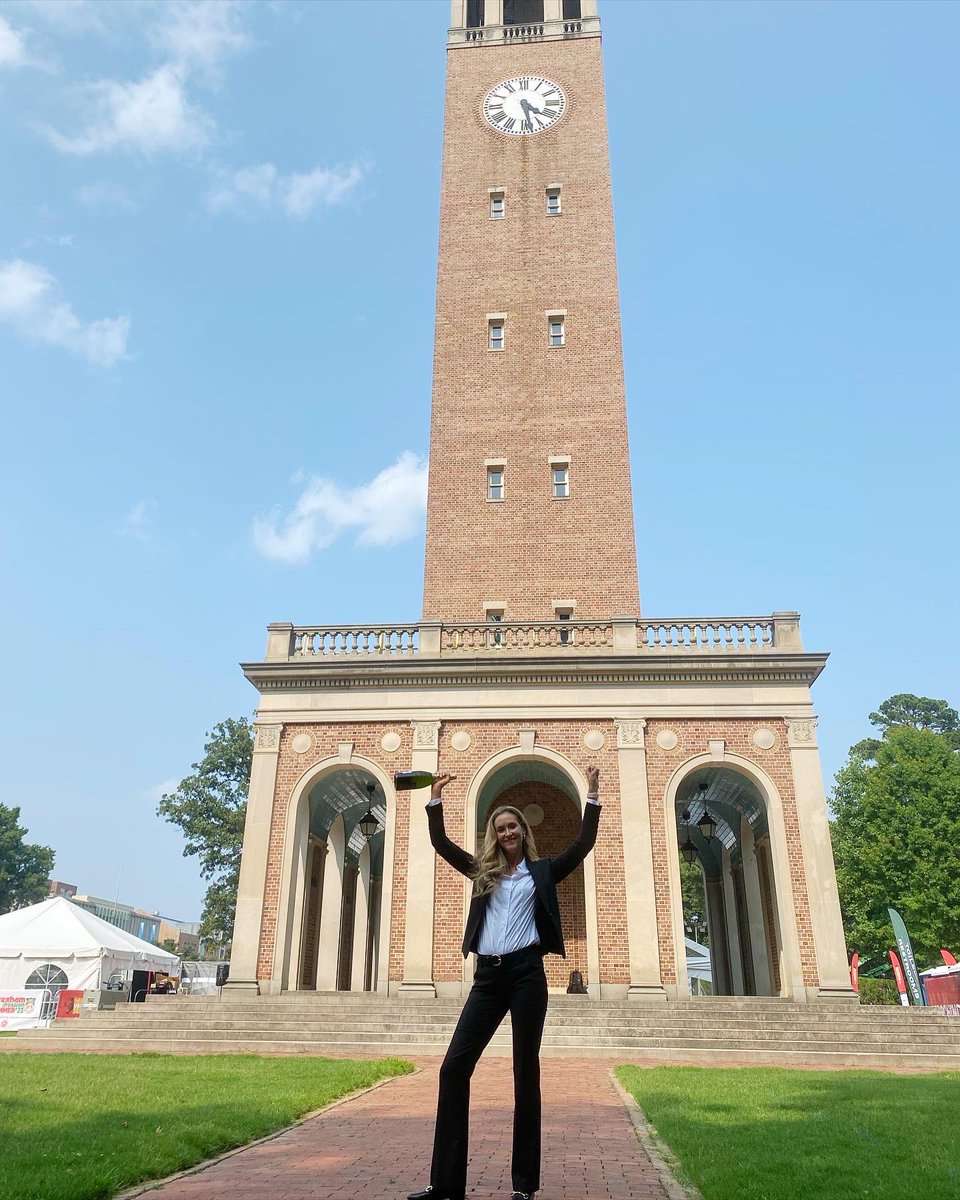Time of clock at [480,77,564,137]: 4:28
